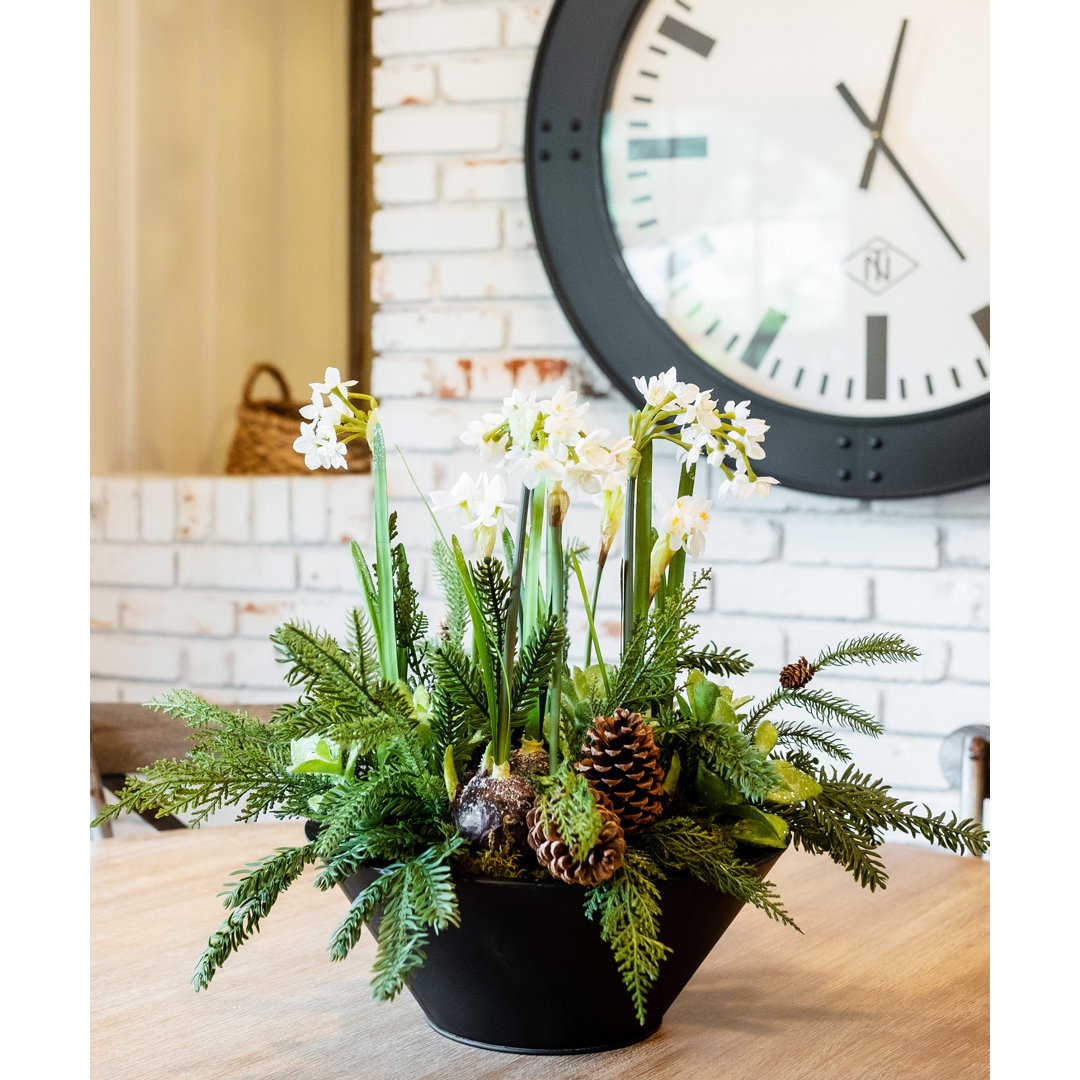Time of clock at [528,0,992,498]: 12:24
